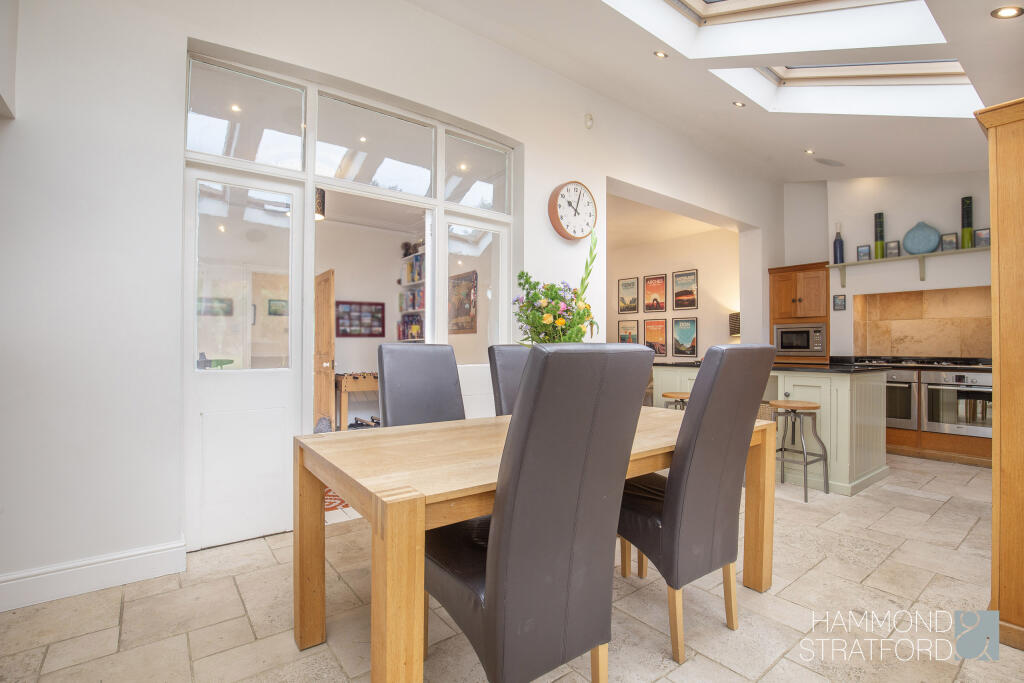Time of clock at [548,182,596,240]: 10:02
